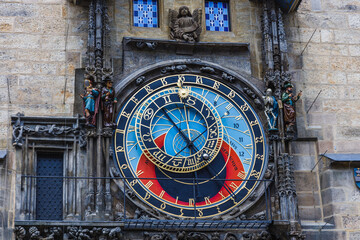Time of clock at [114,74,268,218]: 4:52
